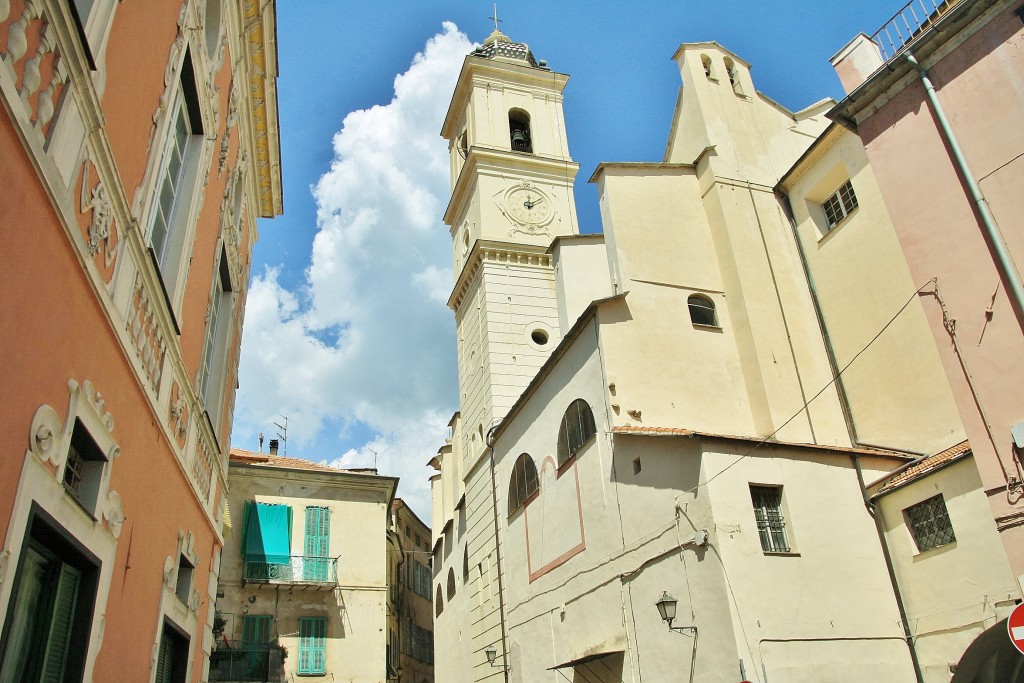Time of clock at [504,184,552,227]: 12:09
